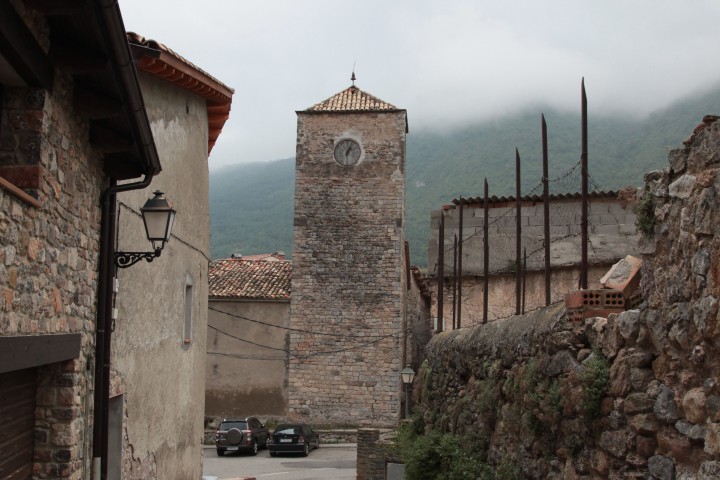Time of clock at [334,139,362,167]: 1:02
